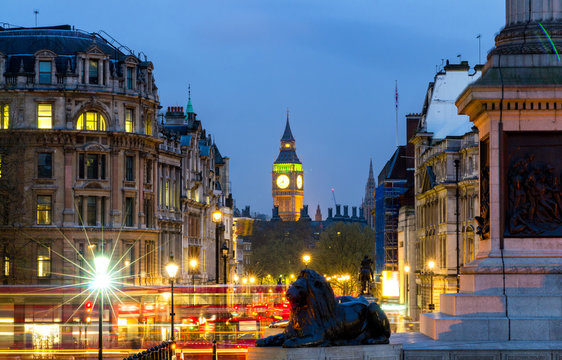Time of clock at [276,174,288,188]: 8:01
